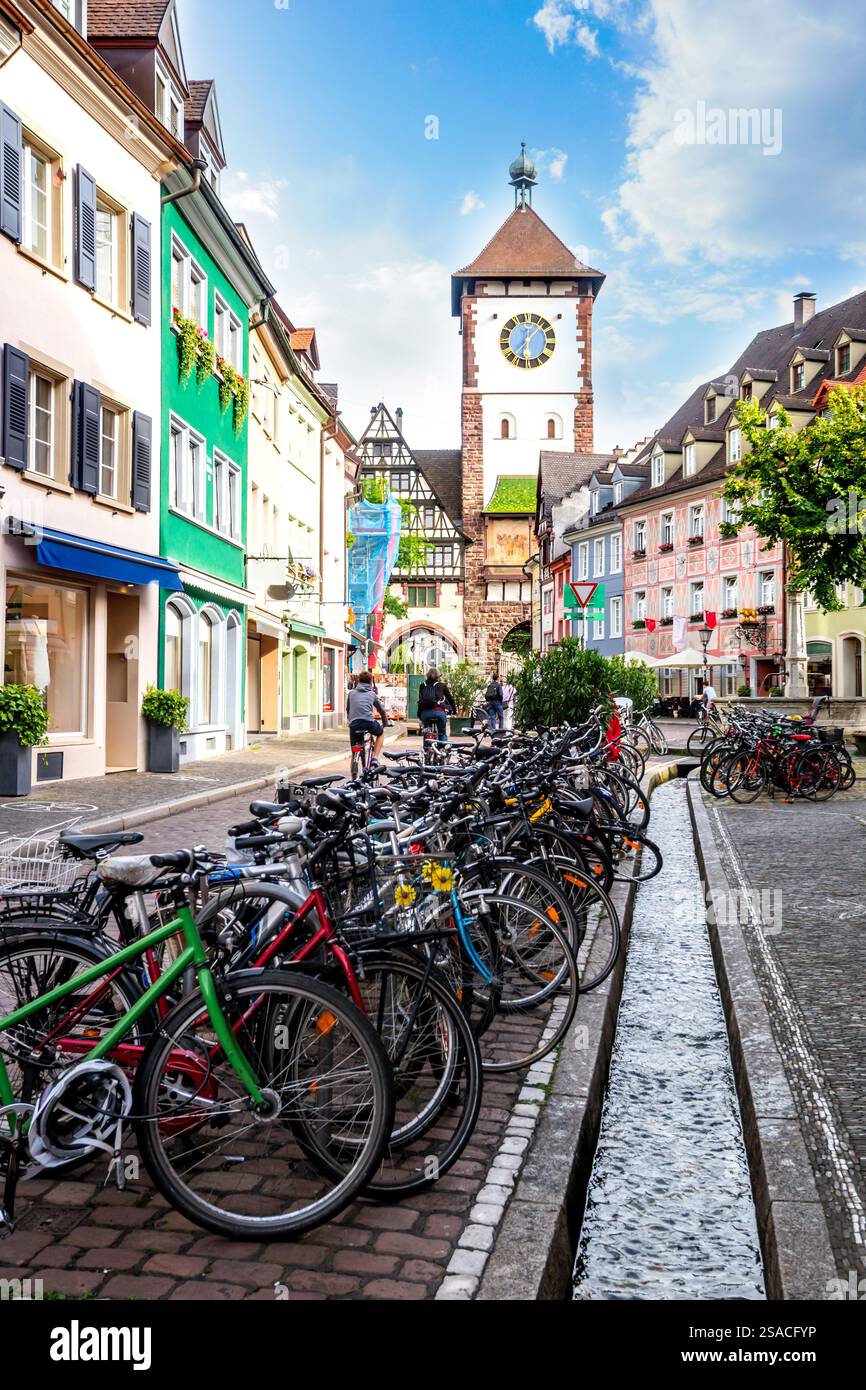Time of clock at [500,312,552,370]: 6:07
